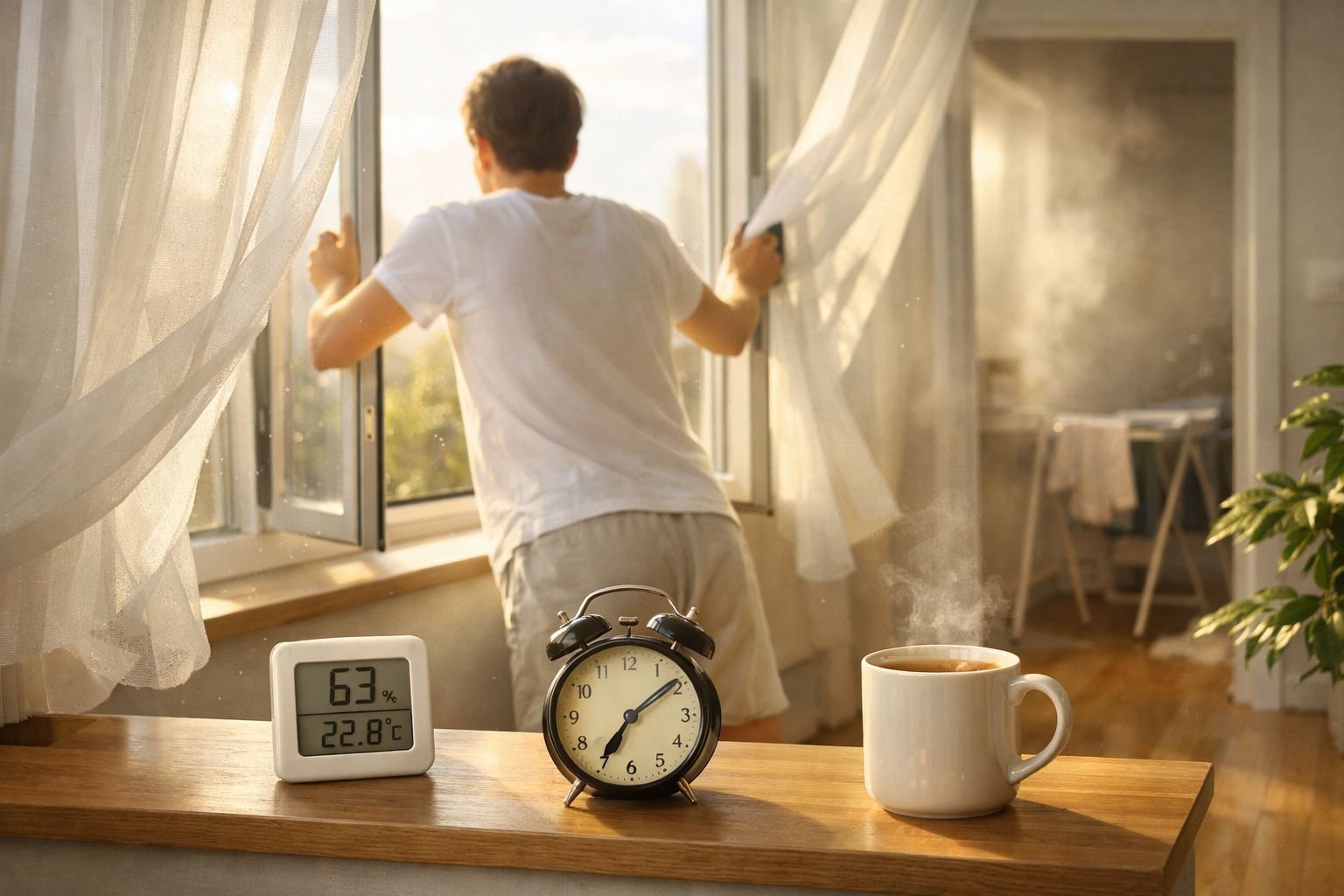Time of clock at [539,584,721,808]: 7:09
